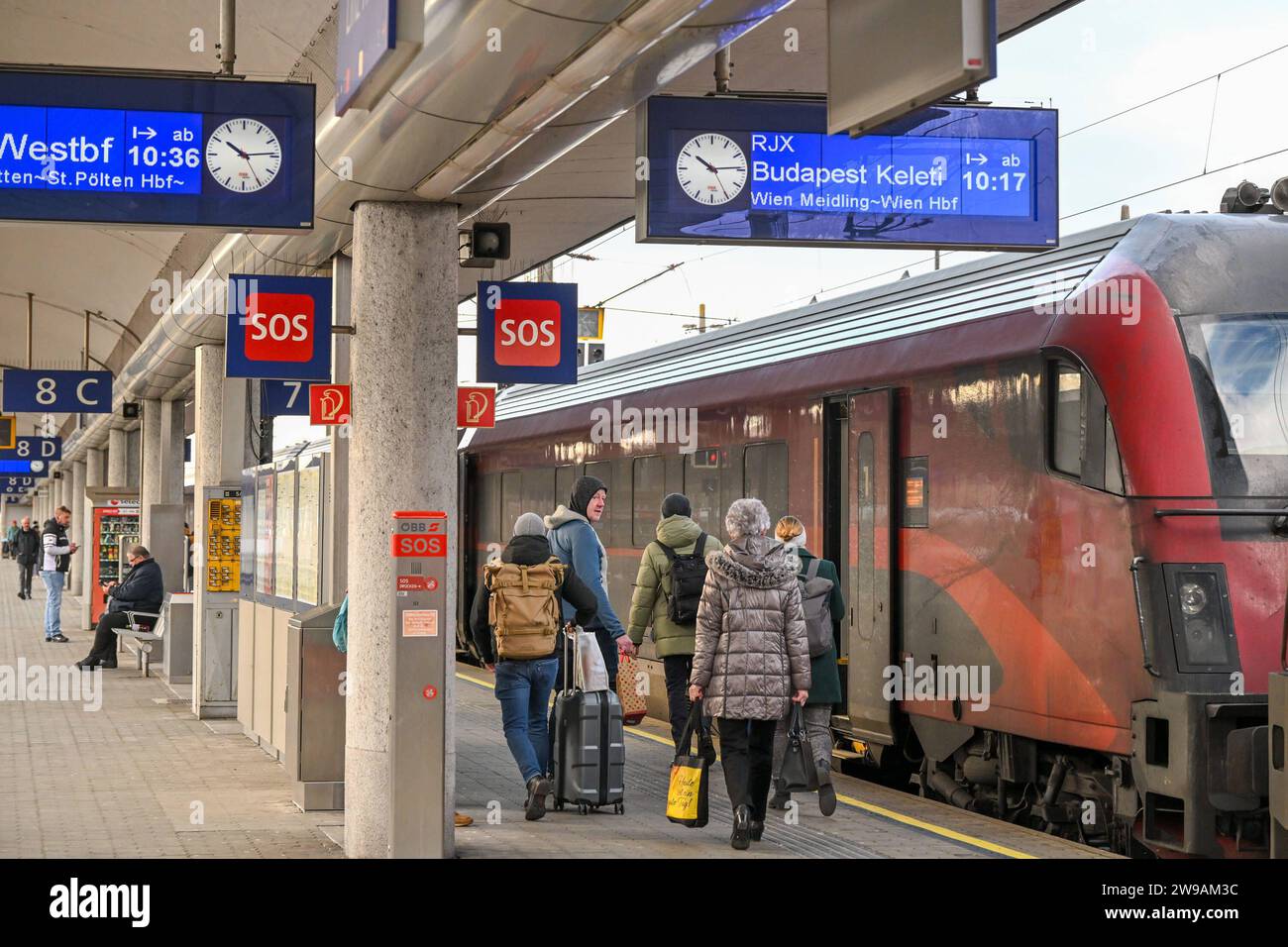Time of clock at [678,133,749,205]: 10:14
